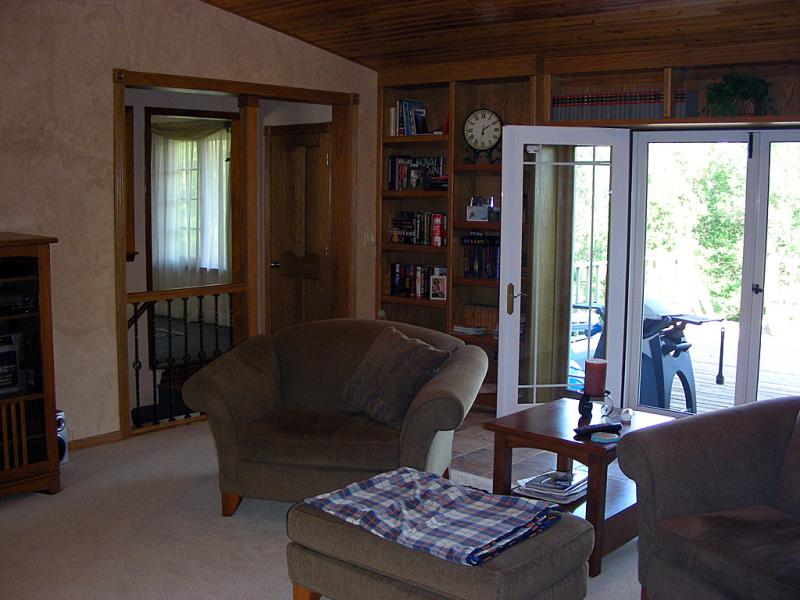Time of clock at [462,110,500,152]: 6:10
